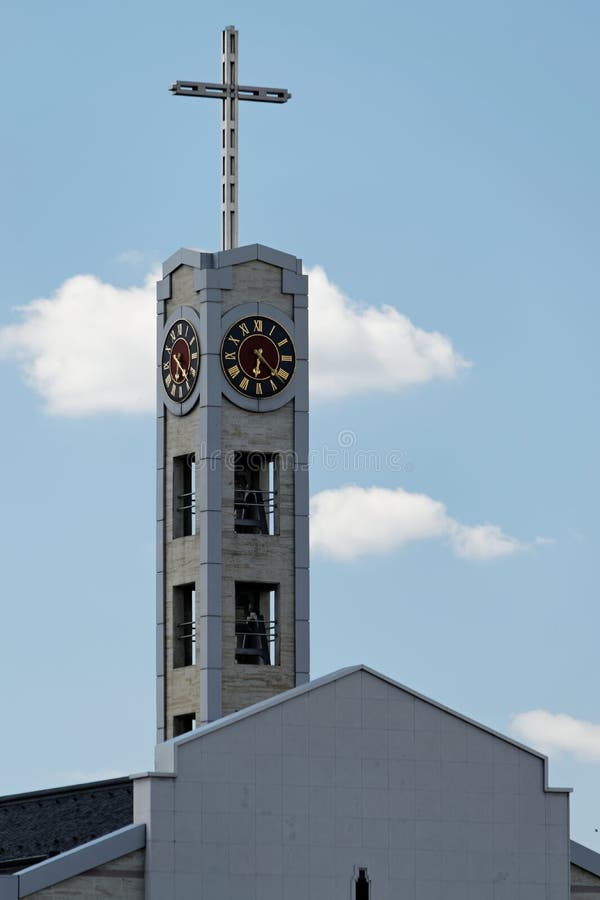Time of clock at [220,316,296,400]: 6:21
